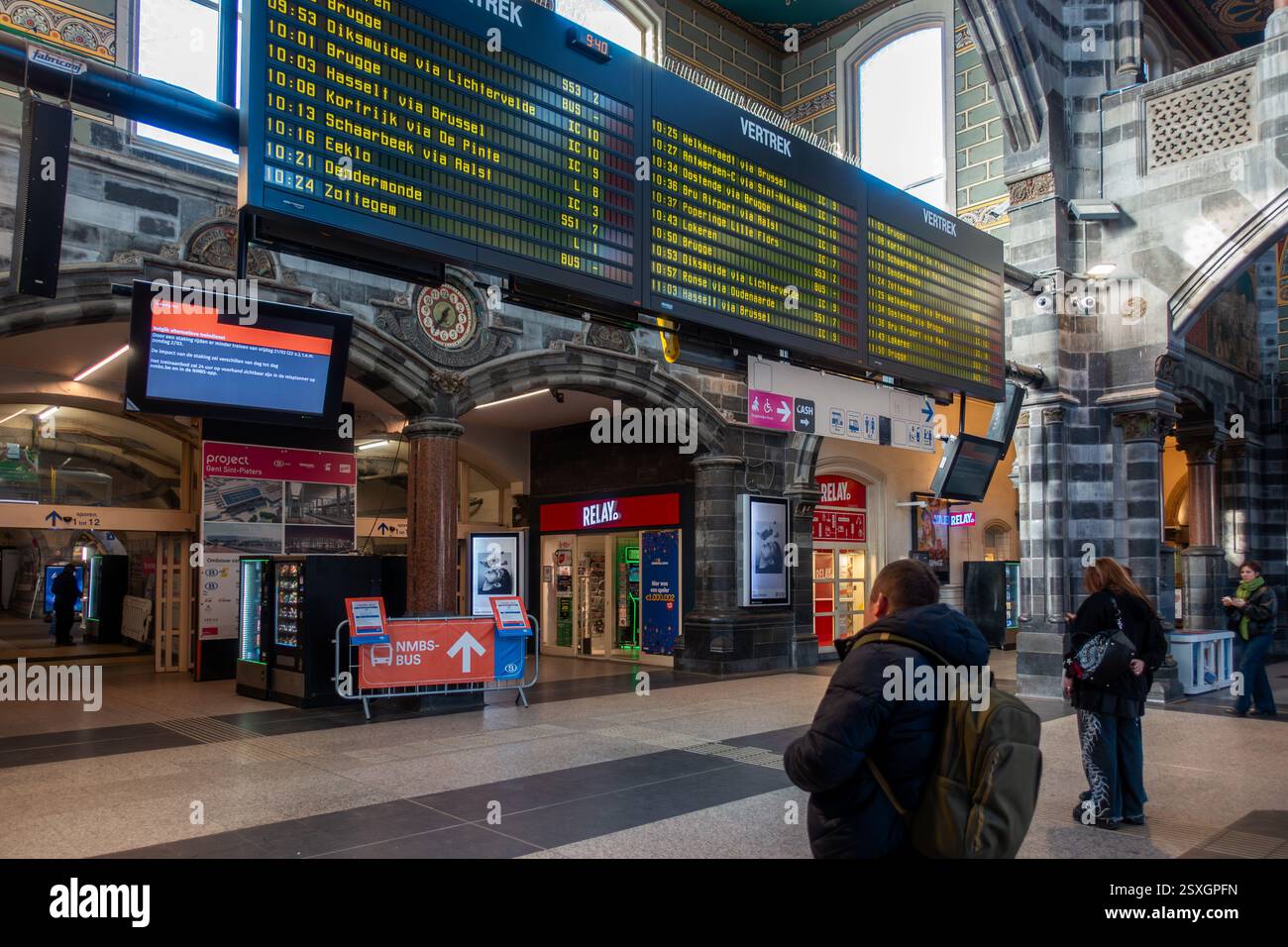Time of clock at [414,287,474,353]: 6:36
